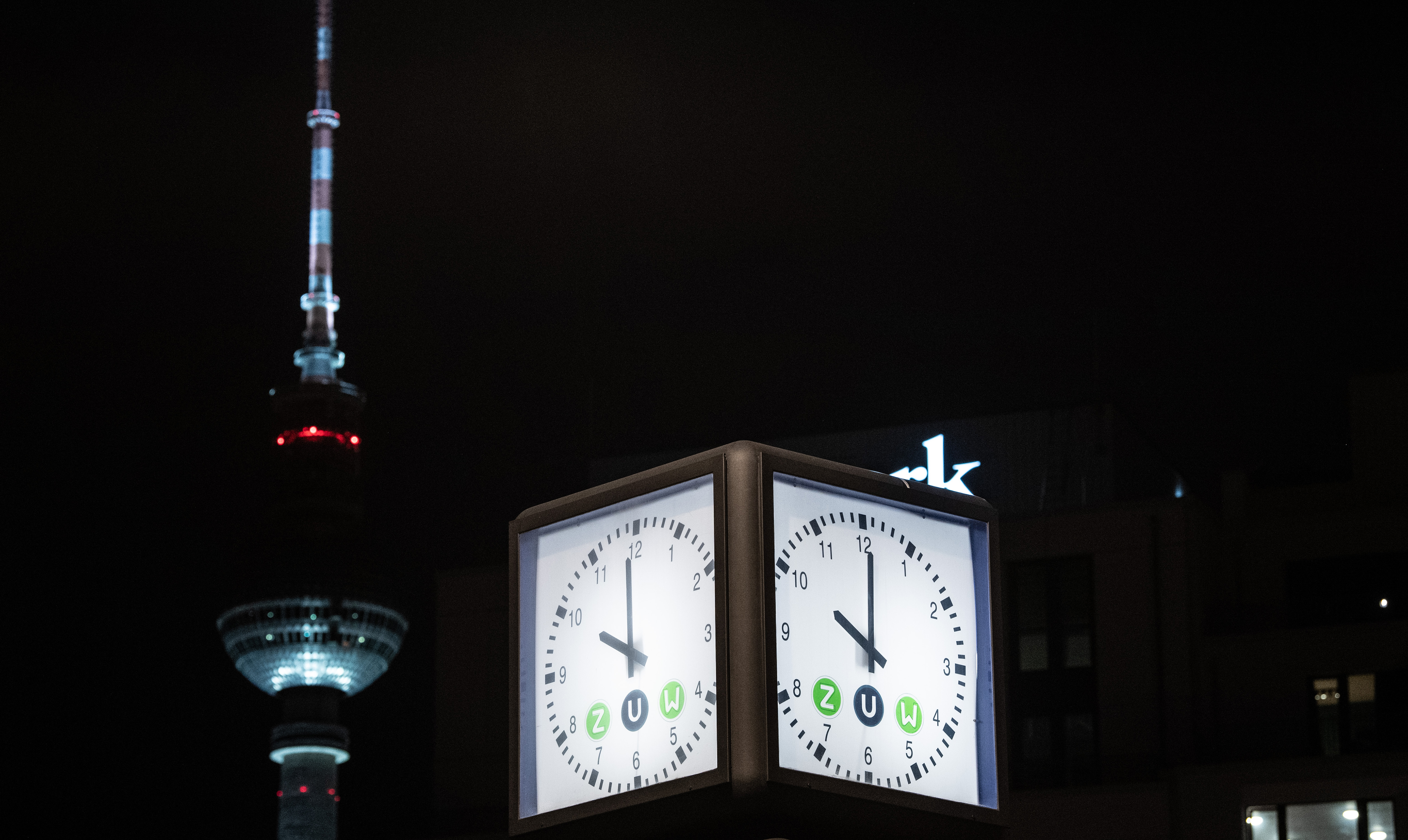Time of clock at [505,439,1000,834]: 10:00
